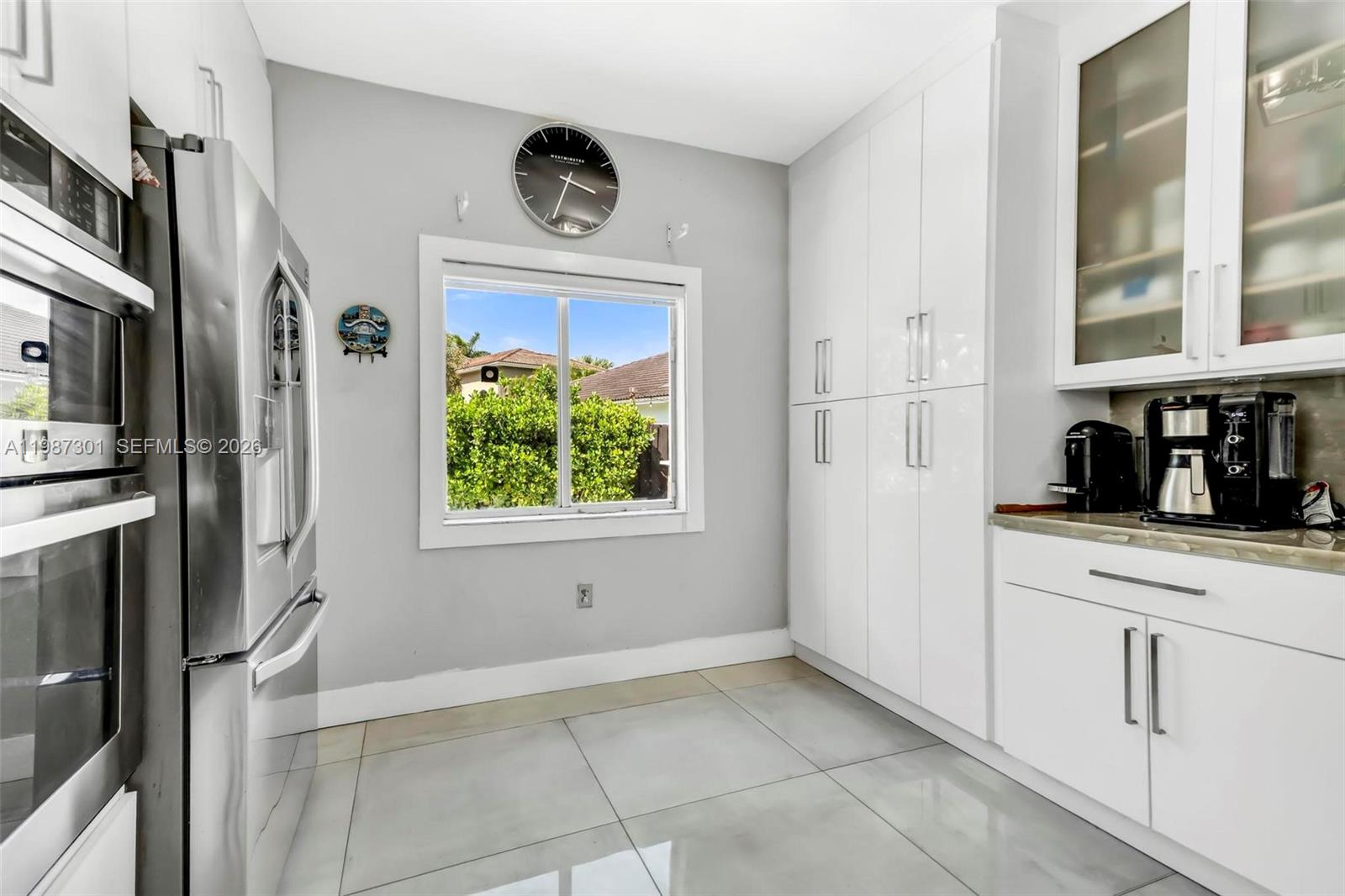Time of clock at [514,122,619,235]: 3:33
